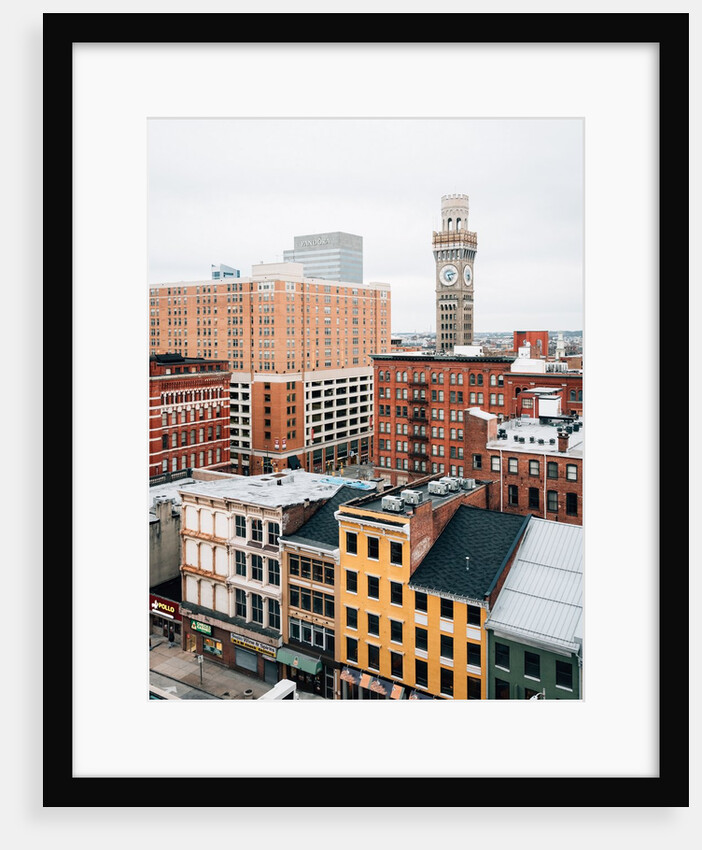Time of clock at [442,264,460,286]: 5:12
